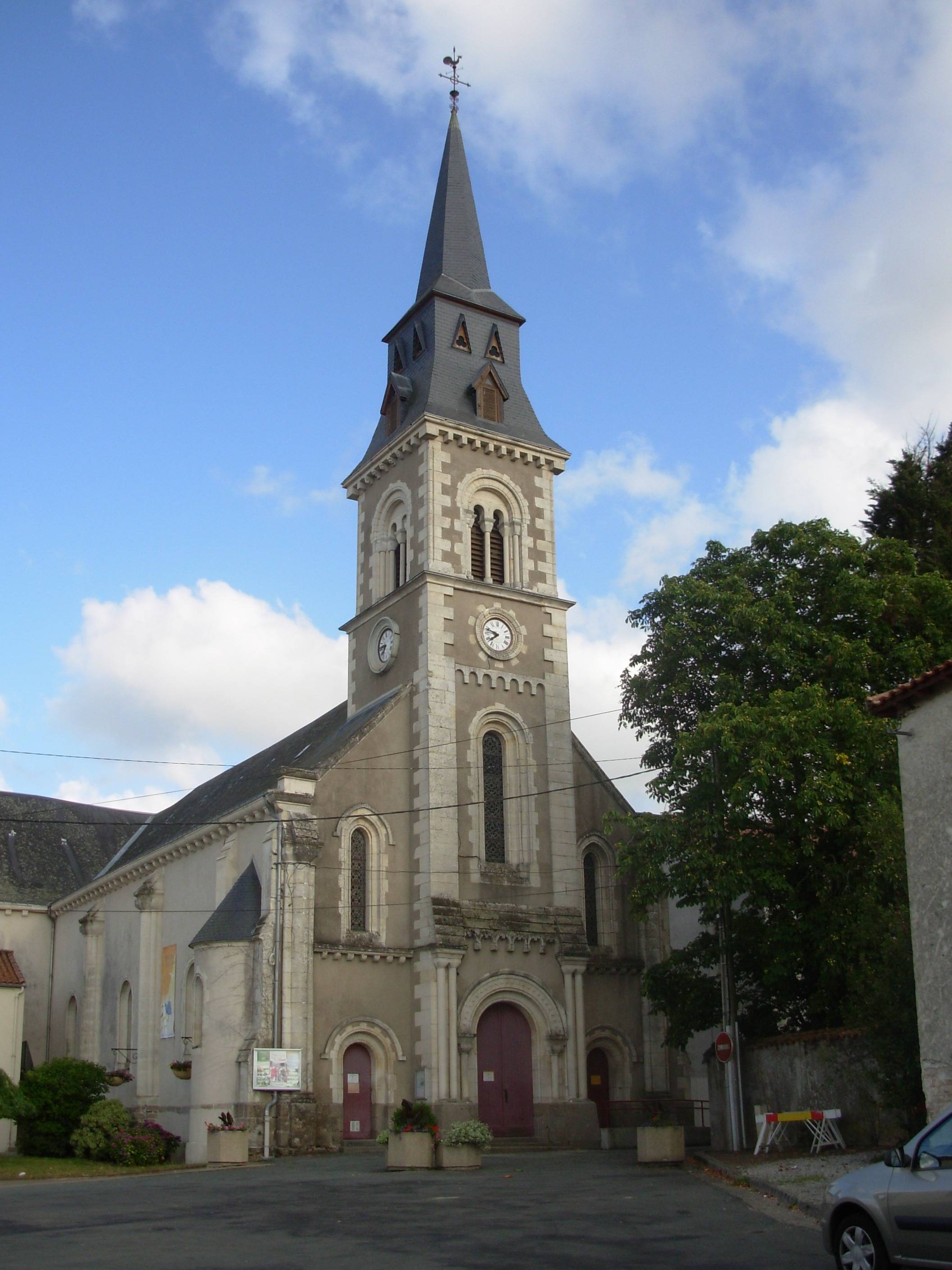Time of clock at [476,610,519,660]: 7:47
